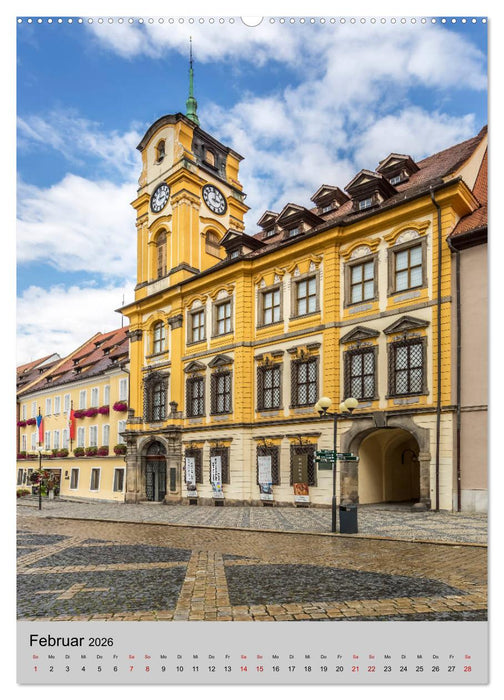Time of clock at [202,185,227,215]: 3:01
